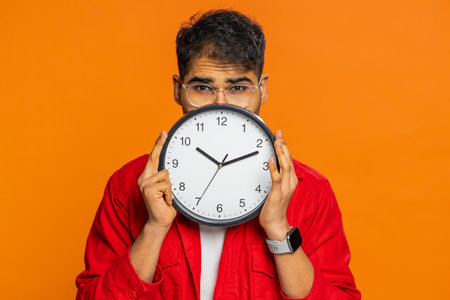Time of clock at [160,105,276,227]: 10:11
